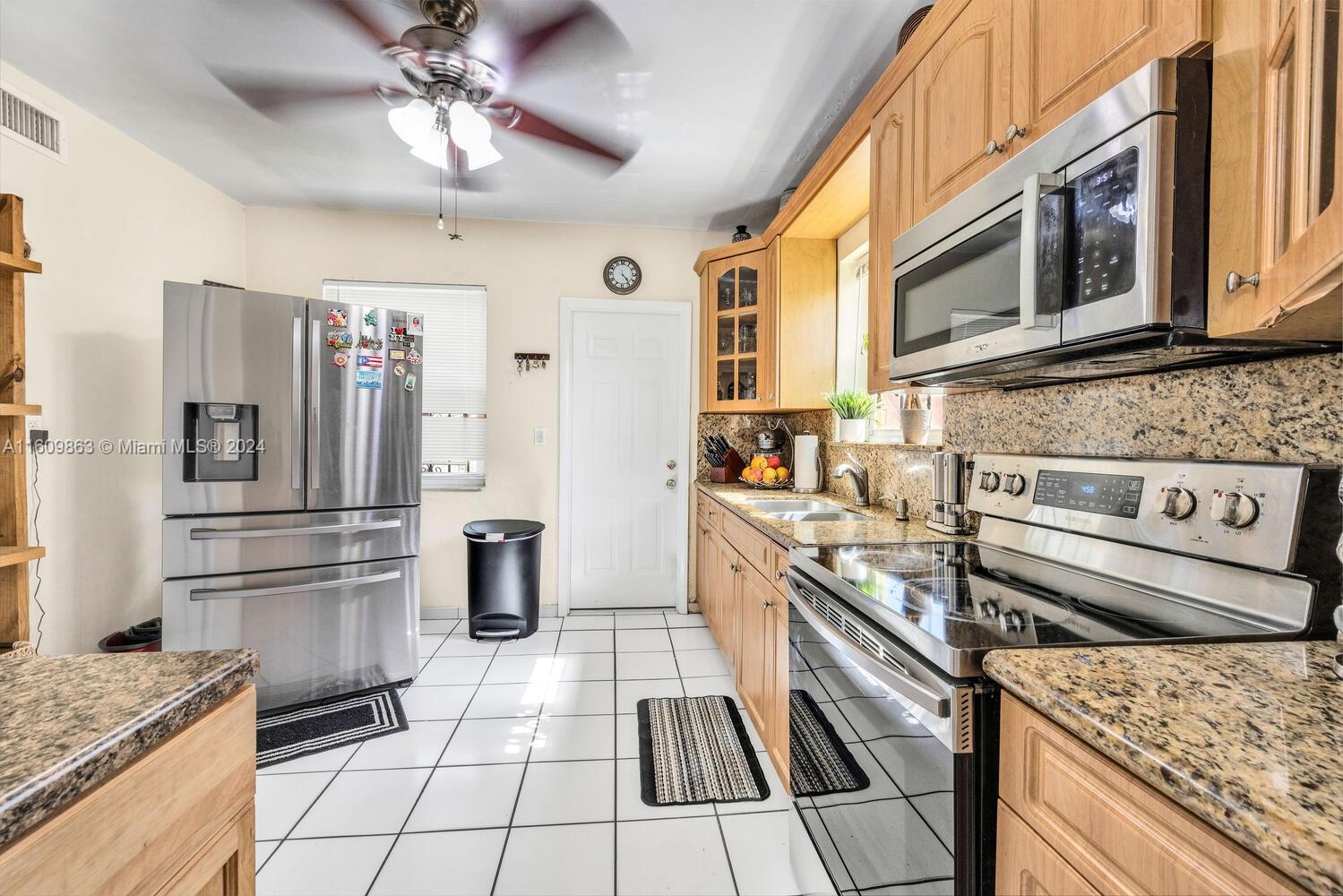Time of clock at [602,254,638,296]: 4:23
